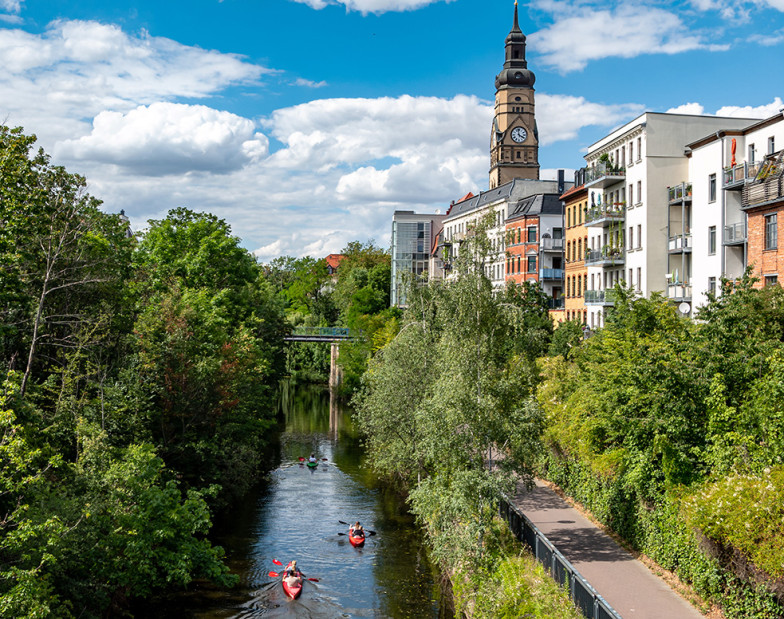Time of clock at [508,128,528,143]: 3:58
